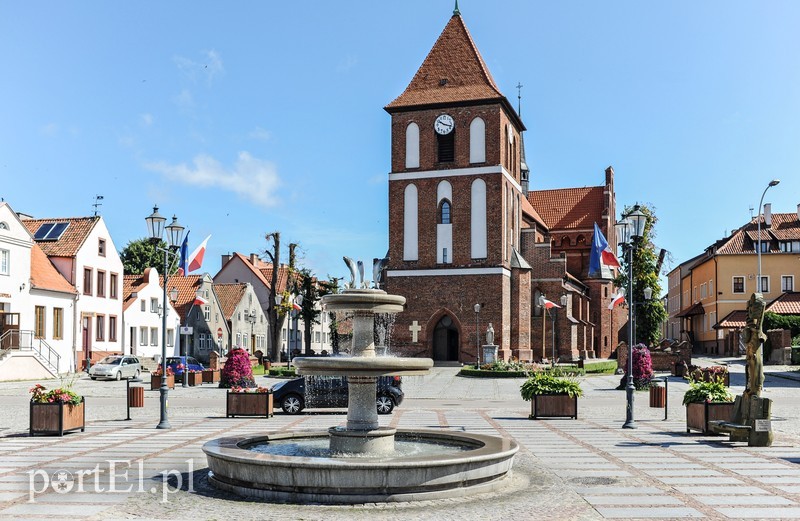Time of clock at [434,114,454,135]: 10:17
